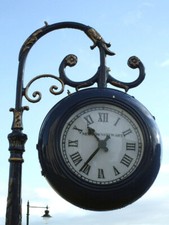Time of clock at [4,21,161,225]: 10:36
